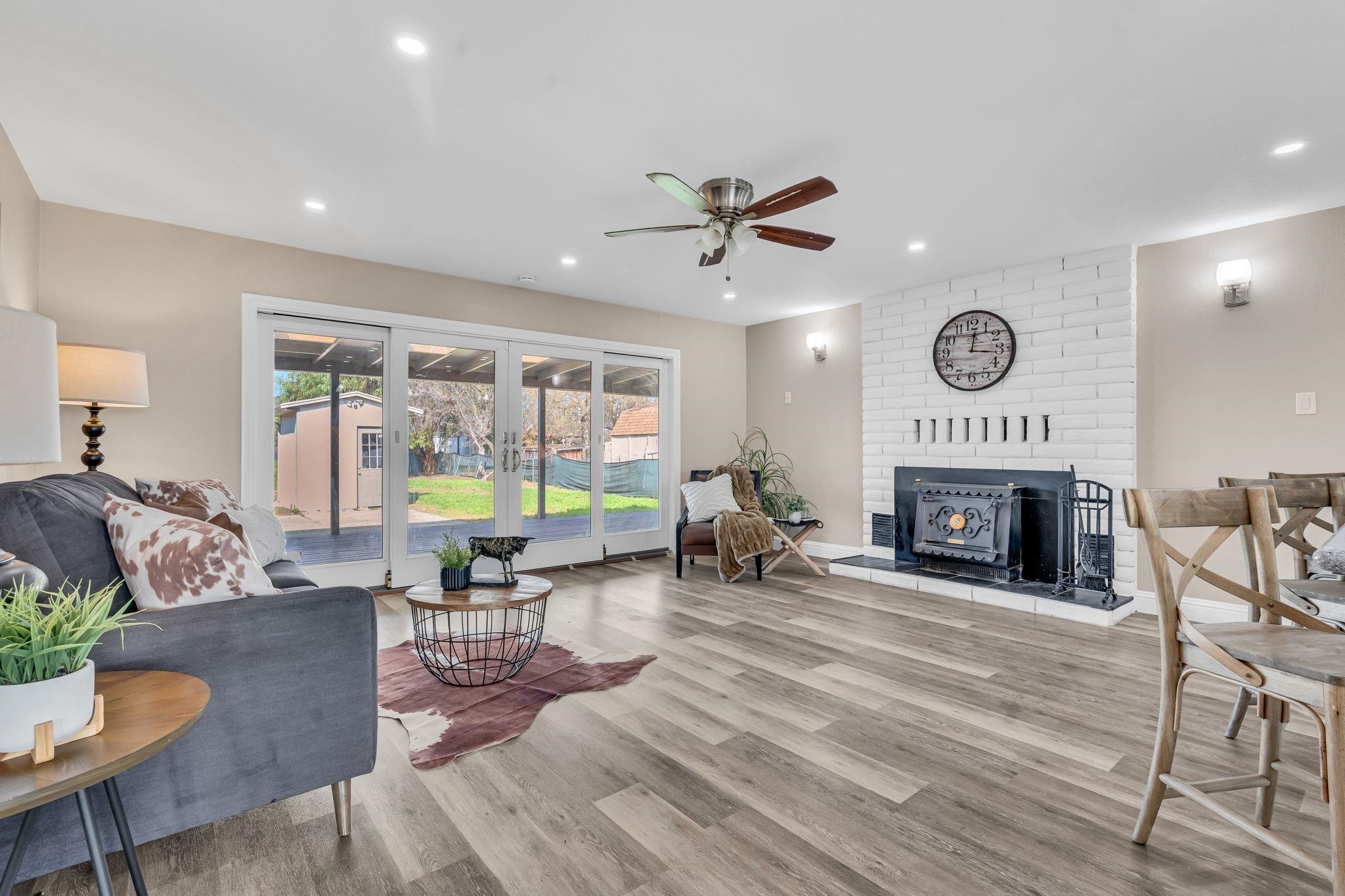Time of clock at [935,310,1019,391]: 12:16
